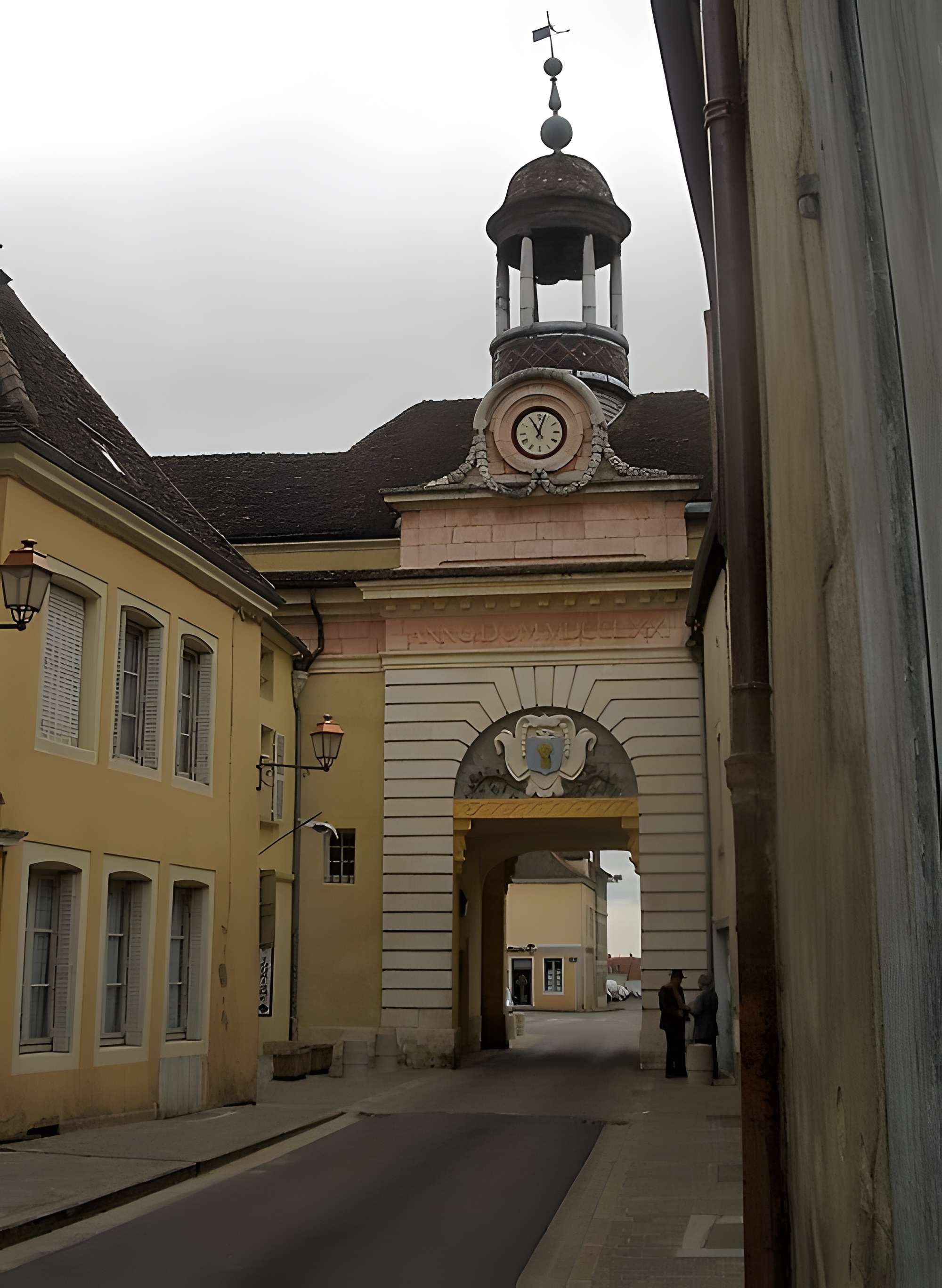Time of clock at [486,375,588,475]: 11:03
